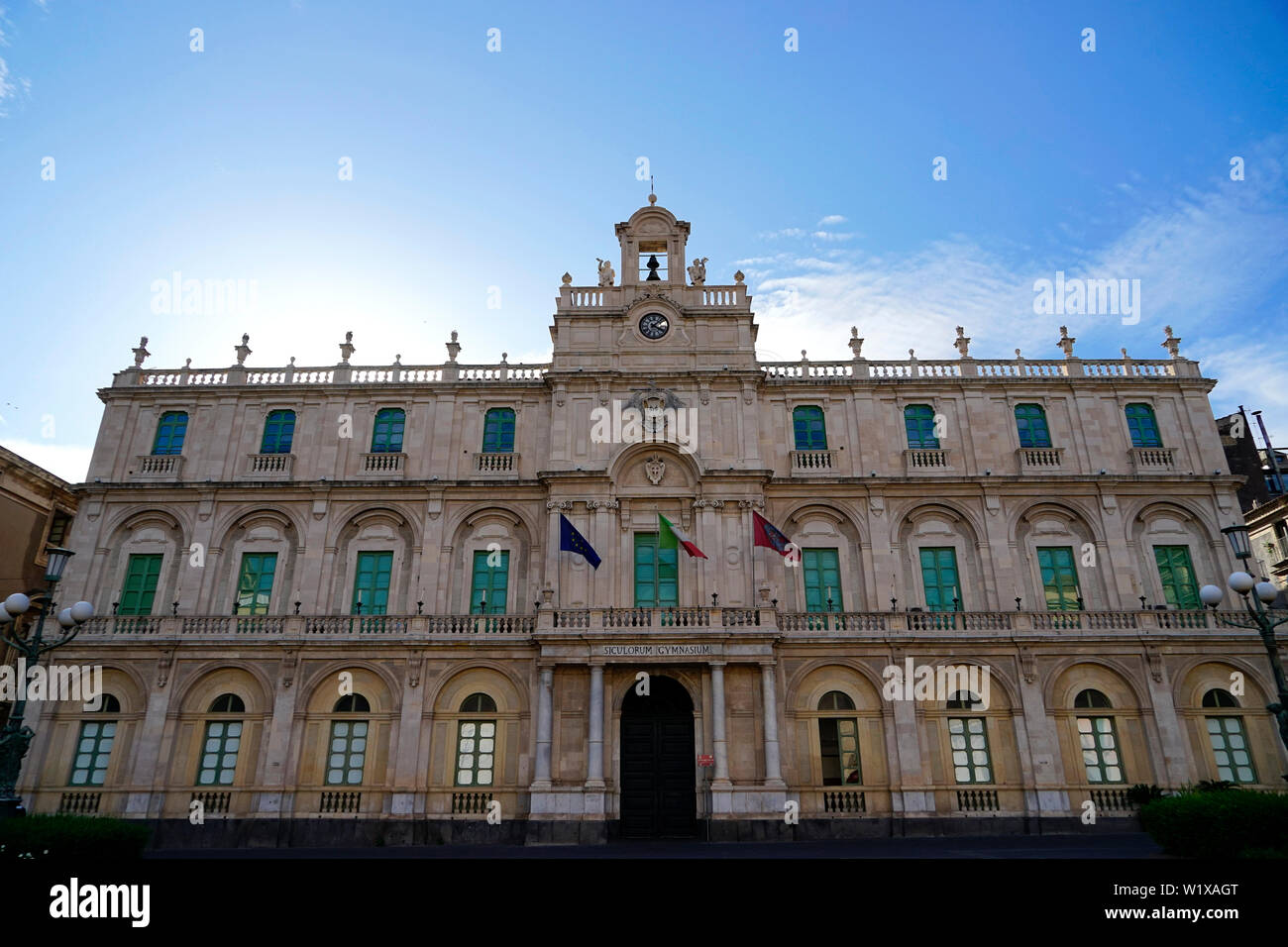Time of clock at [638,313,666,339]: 4:07
